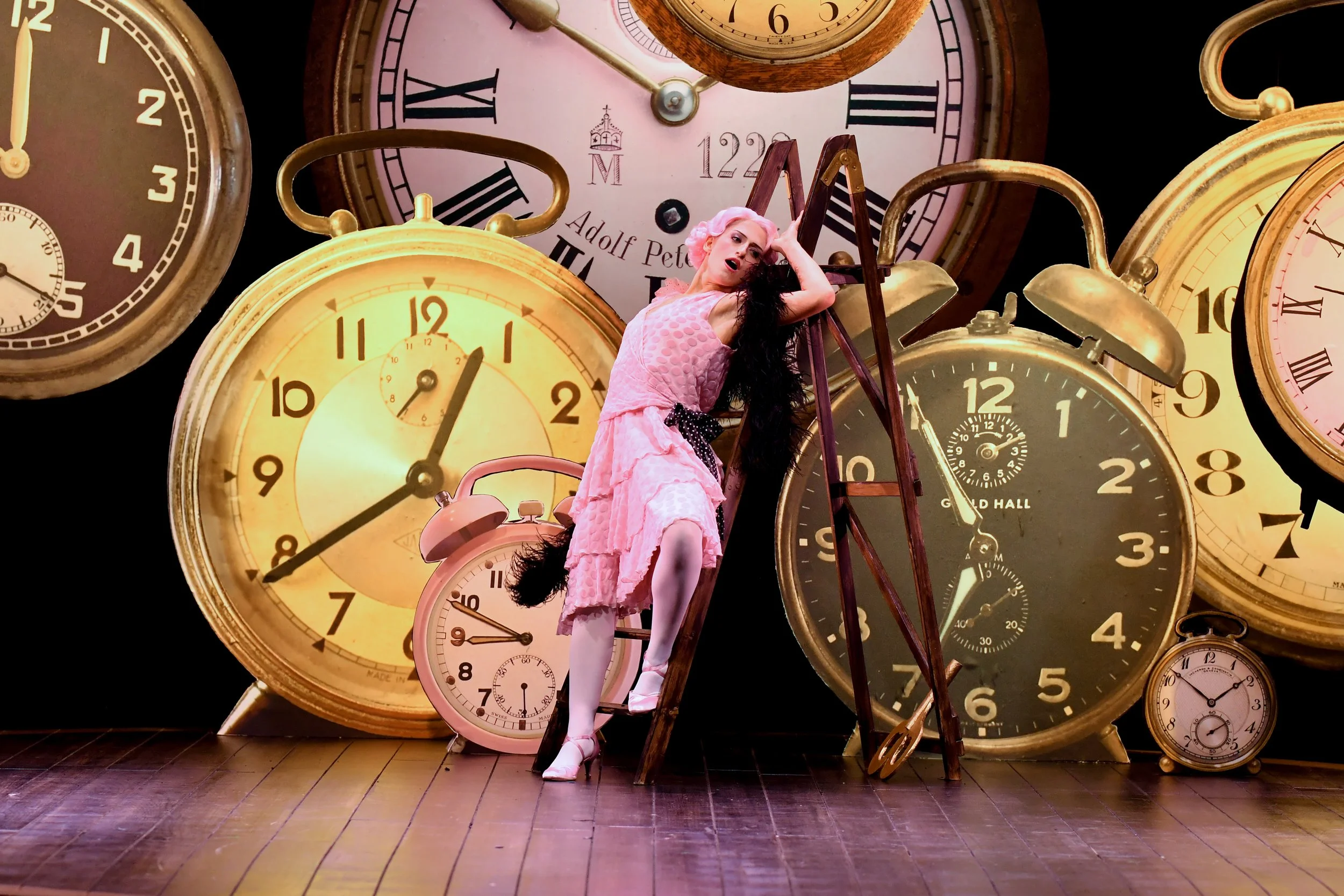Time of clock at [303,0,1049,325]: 12:39
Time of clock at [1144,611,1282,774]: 1:51
